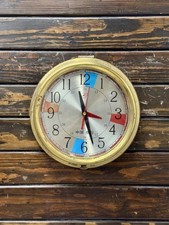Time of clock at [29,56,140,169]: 11:27
